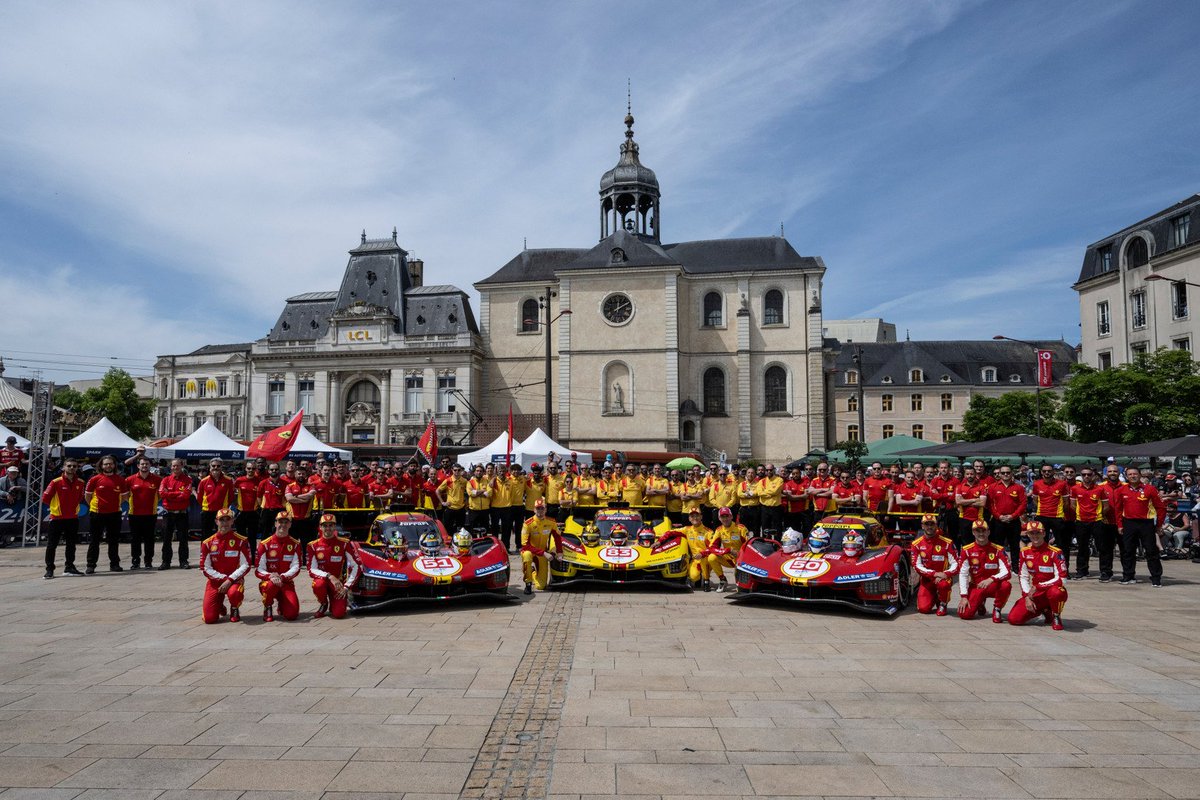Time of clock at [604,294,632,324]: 12:09
